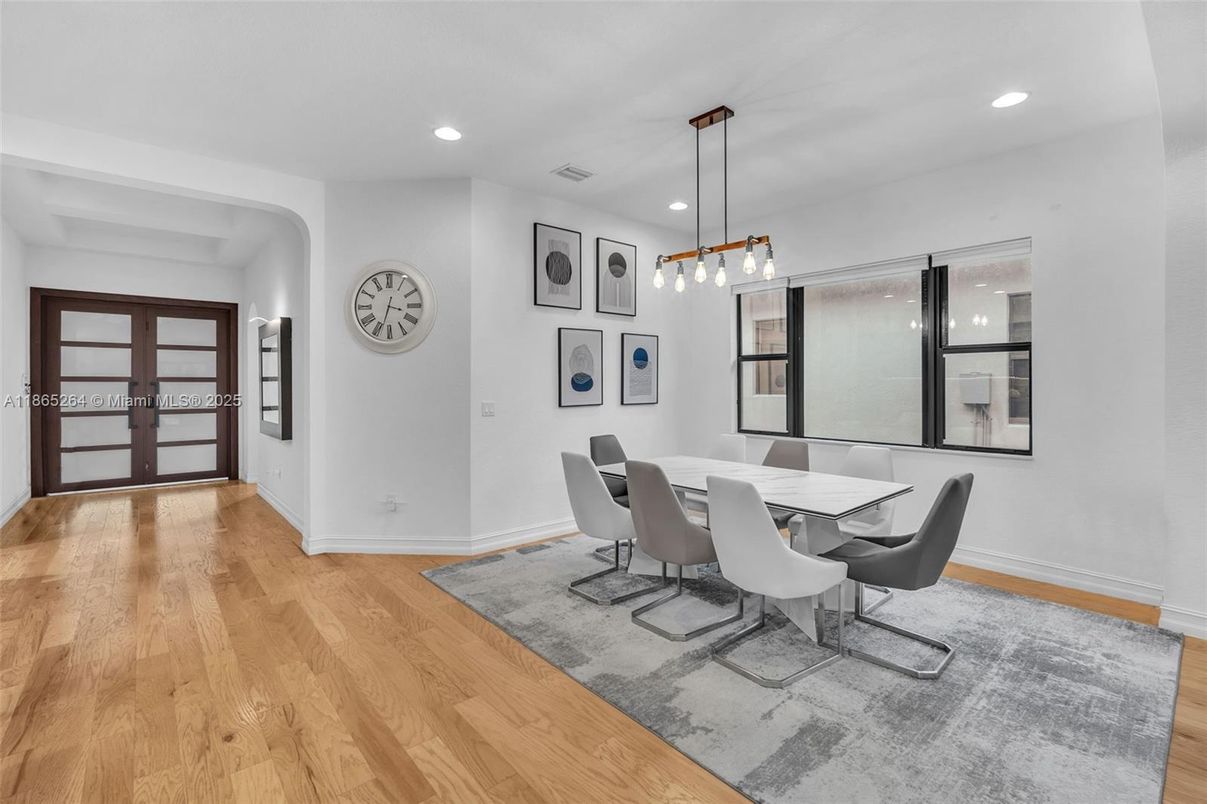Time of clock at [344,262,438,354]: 3:33
